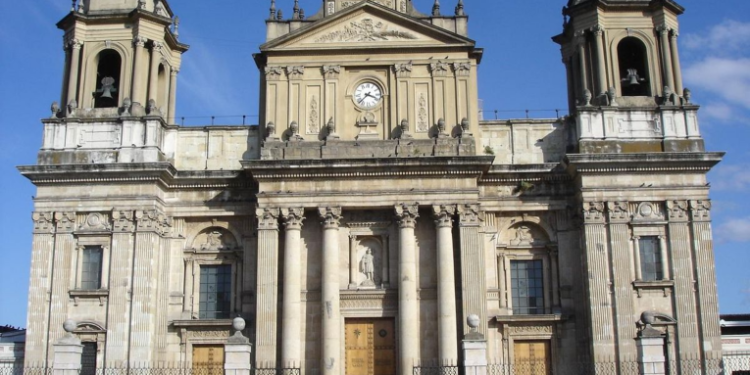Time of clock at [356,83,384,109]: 3:37
